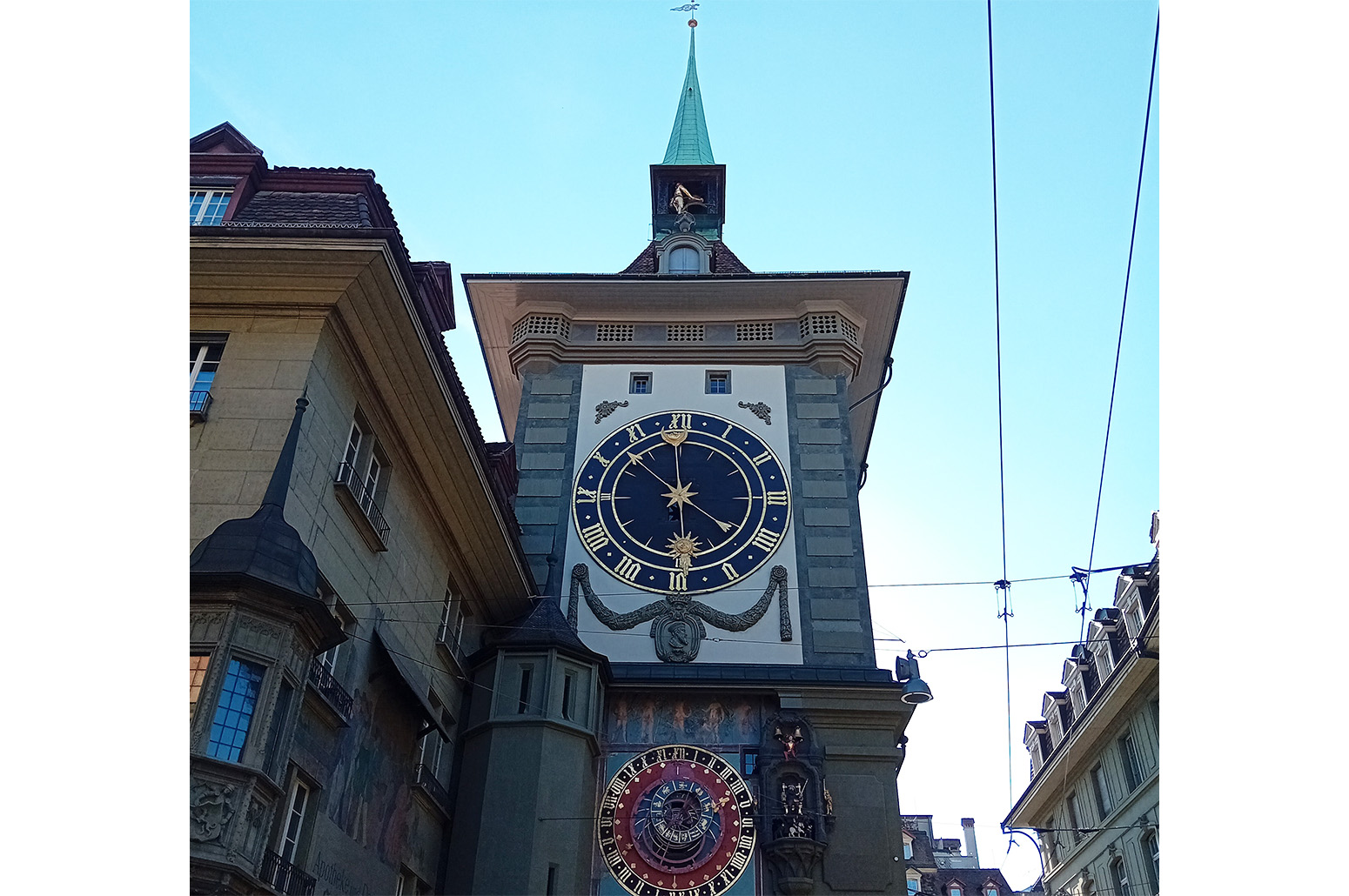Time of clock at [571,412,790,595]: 5:59
